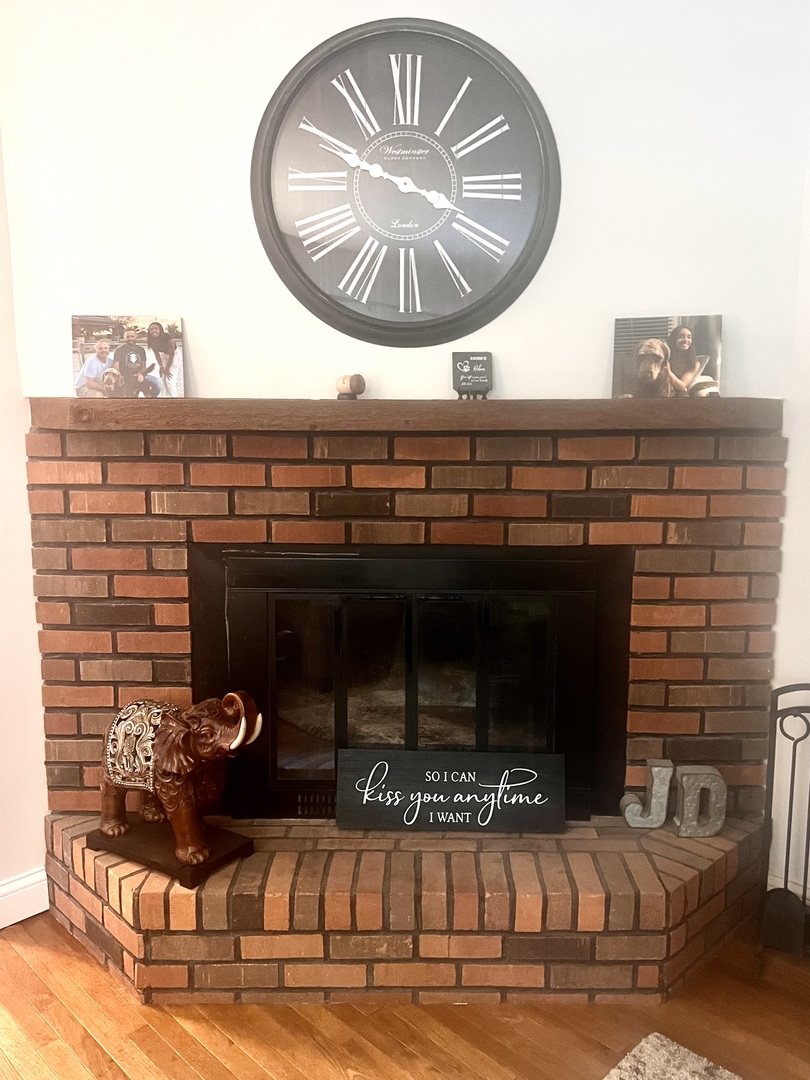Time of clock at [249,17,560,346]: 3:49
